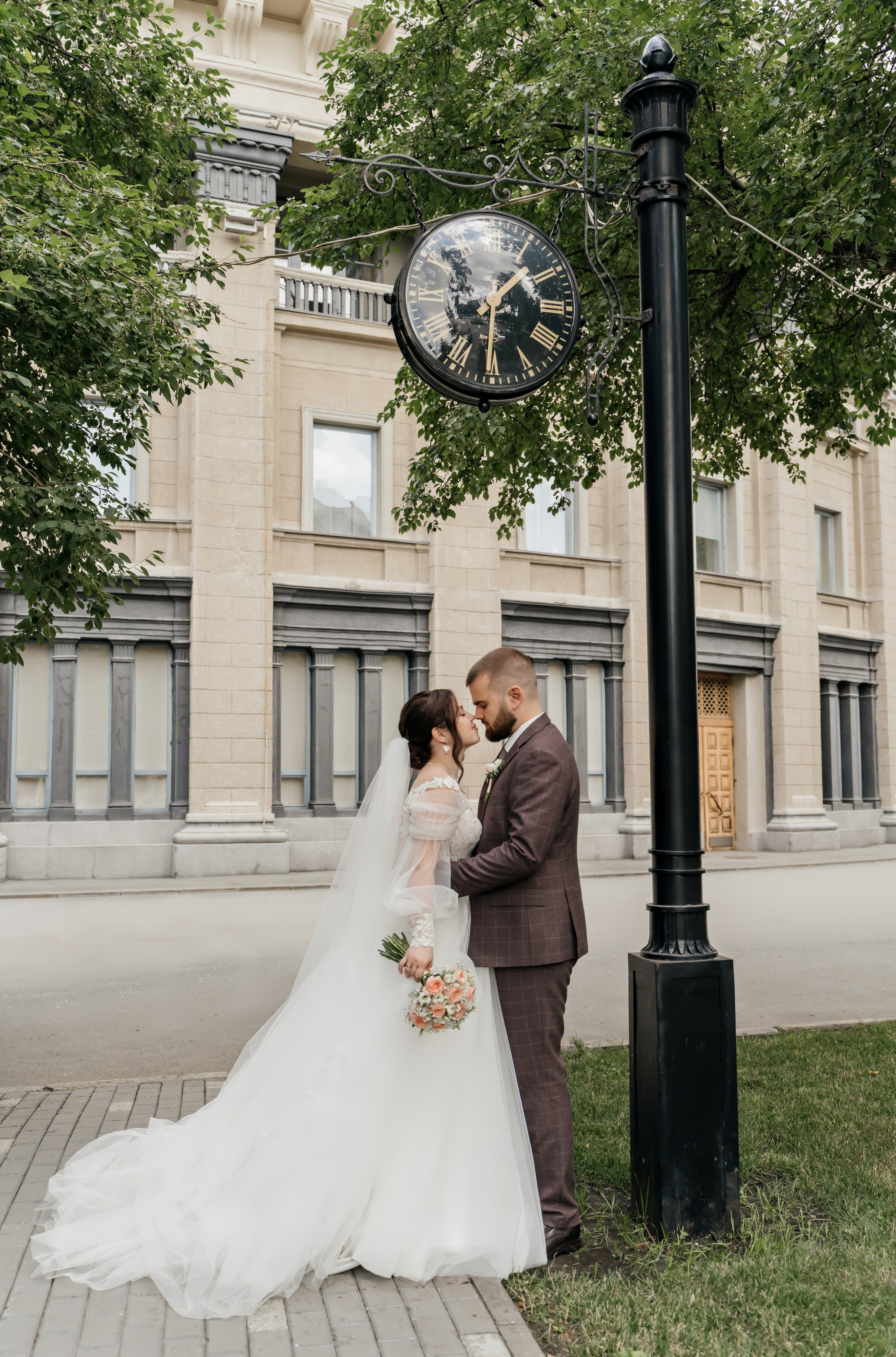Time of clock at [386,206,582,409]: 1:30
